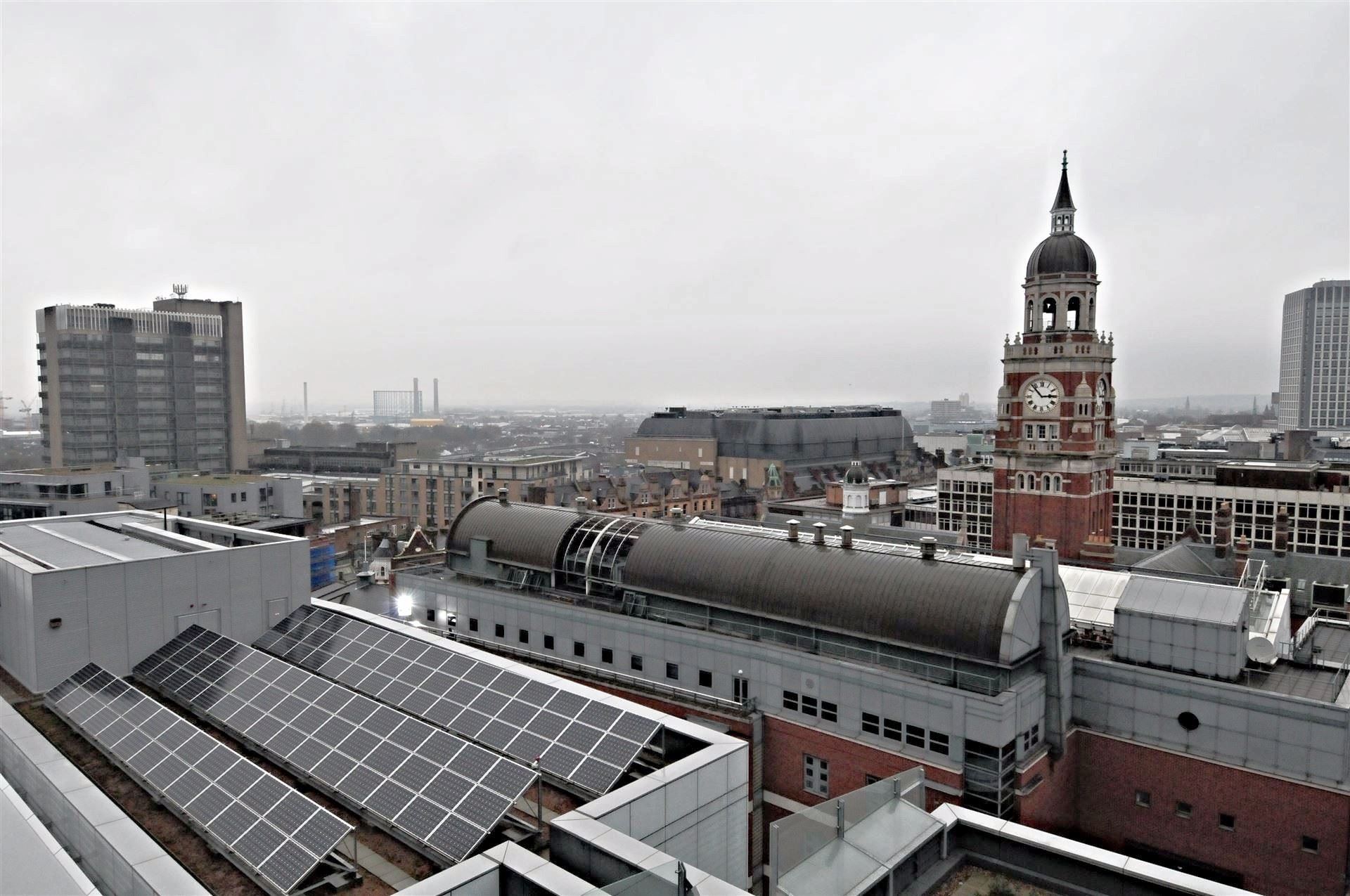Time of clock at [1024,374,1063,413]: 2:53
